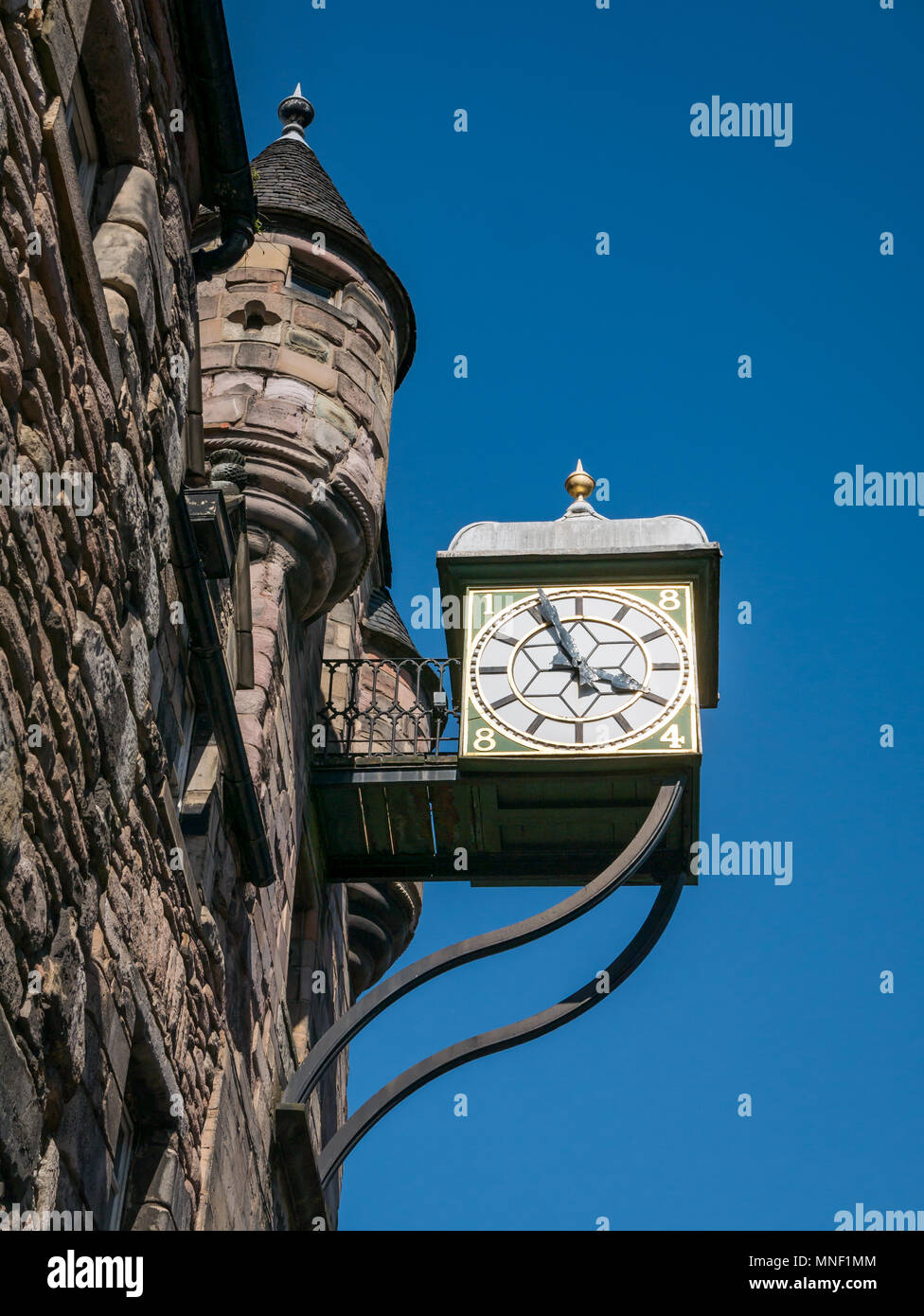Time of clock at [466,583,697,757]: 3:56
